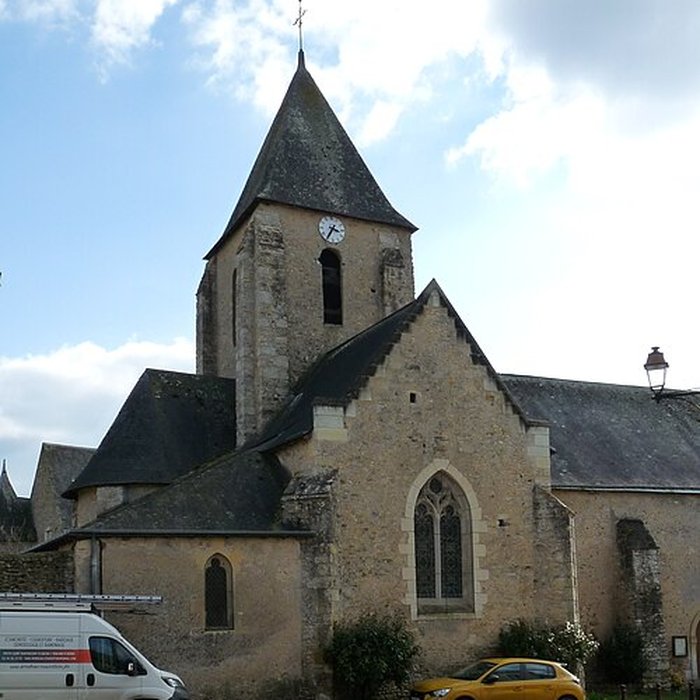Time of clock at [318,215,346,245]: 3:35
